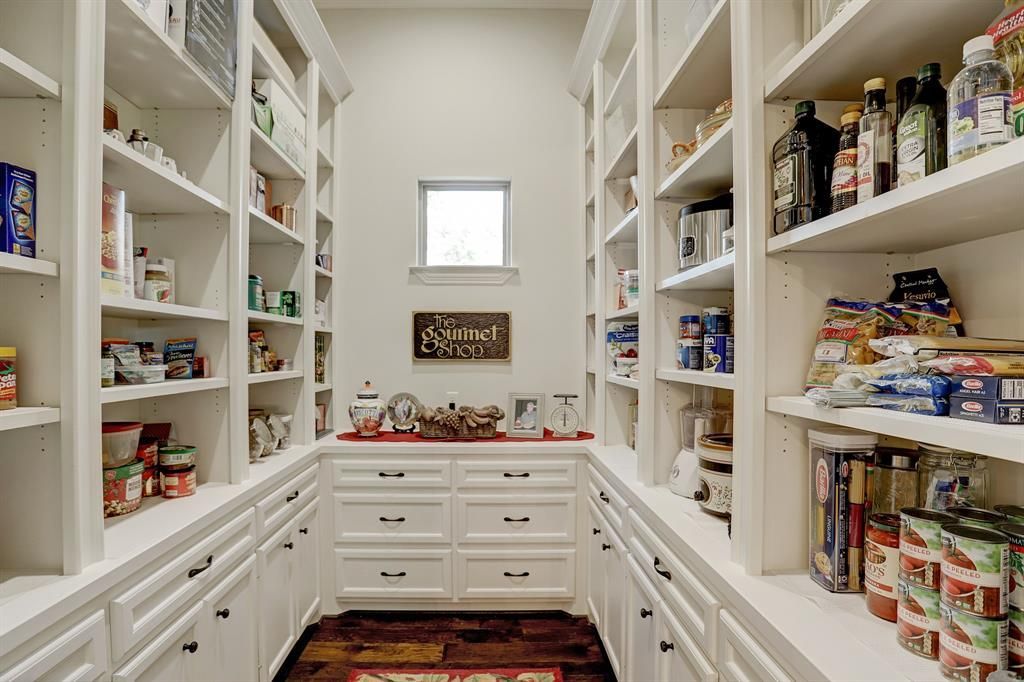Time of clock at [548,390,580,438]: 6:00
